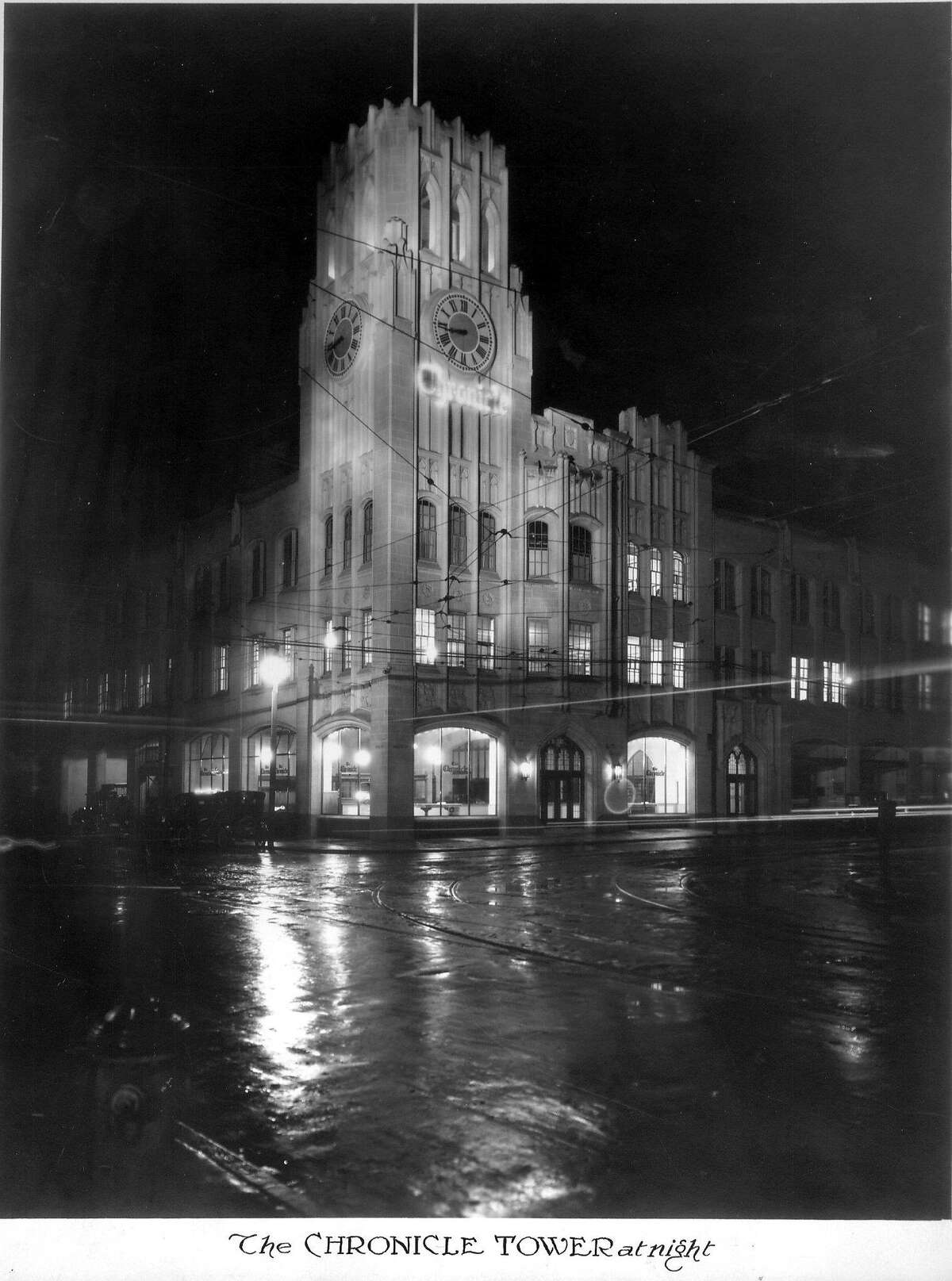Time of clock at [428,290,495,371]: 8:43
